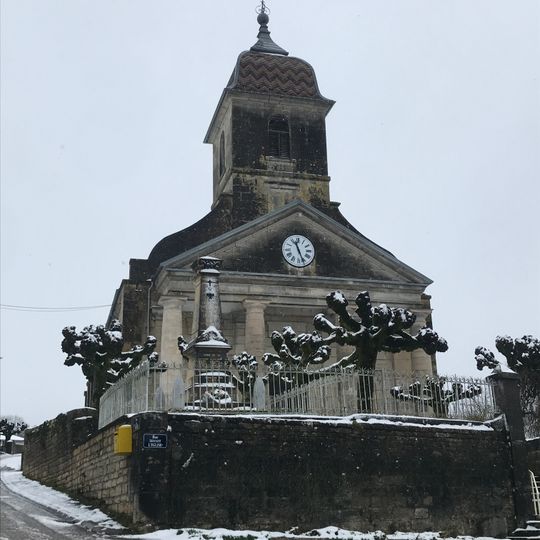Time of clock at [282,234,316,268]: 11:26
